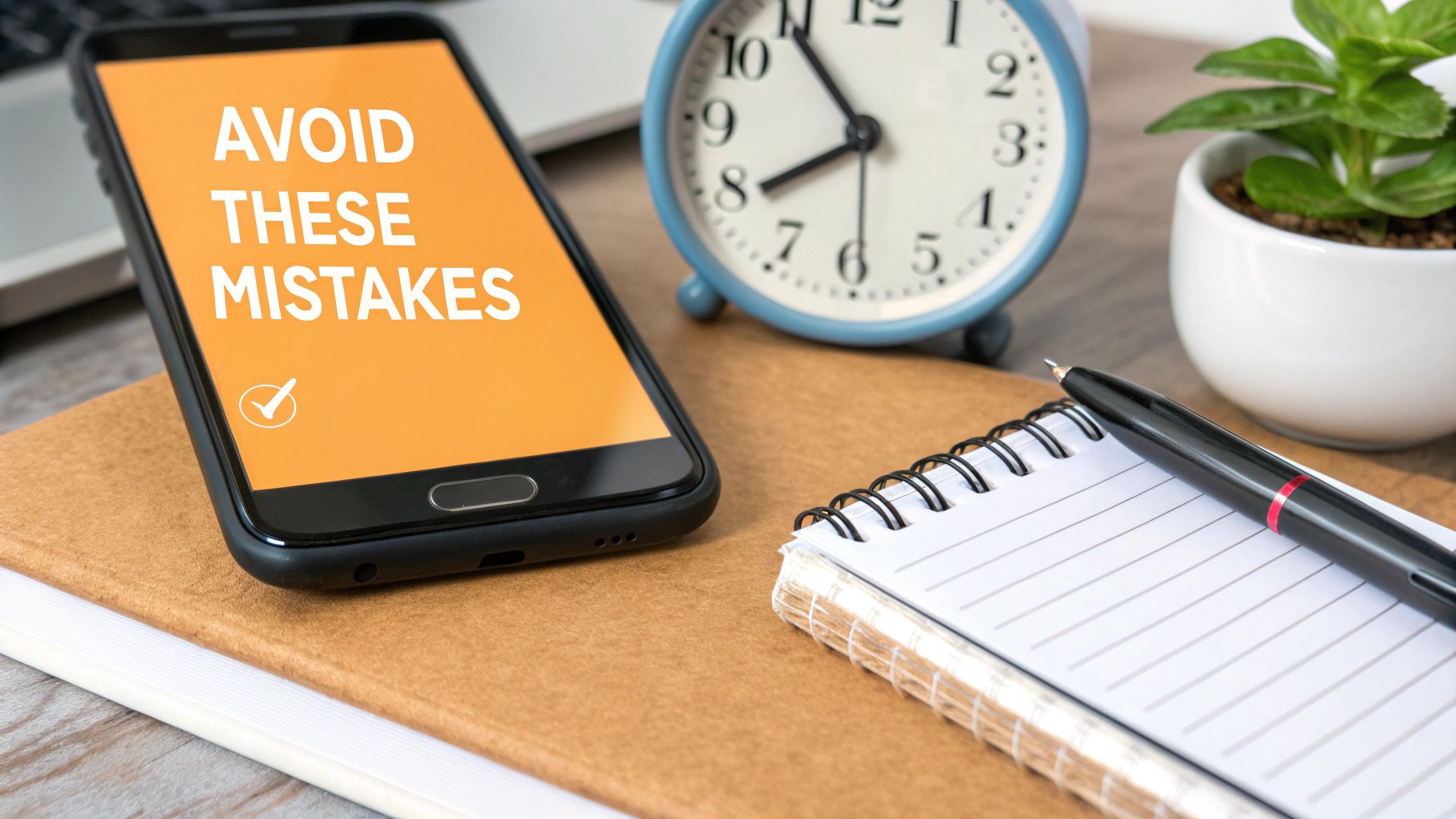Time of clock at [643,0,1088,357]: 7:53
